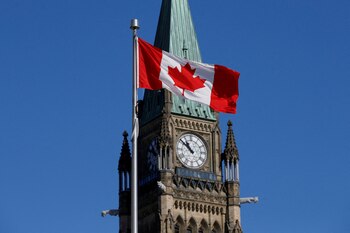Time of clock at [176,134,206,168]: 10:51
